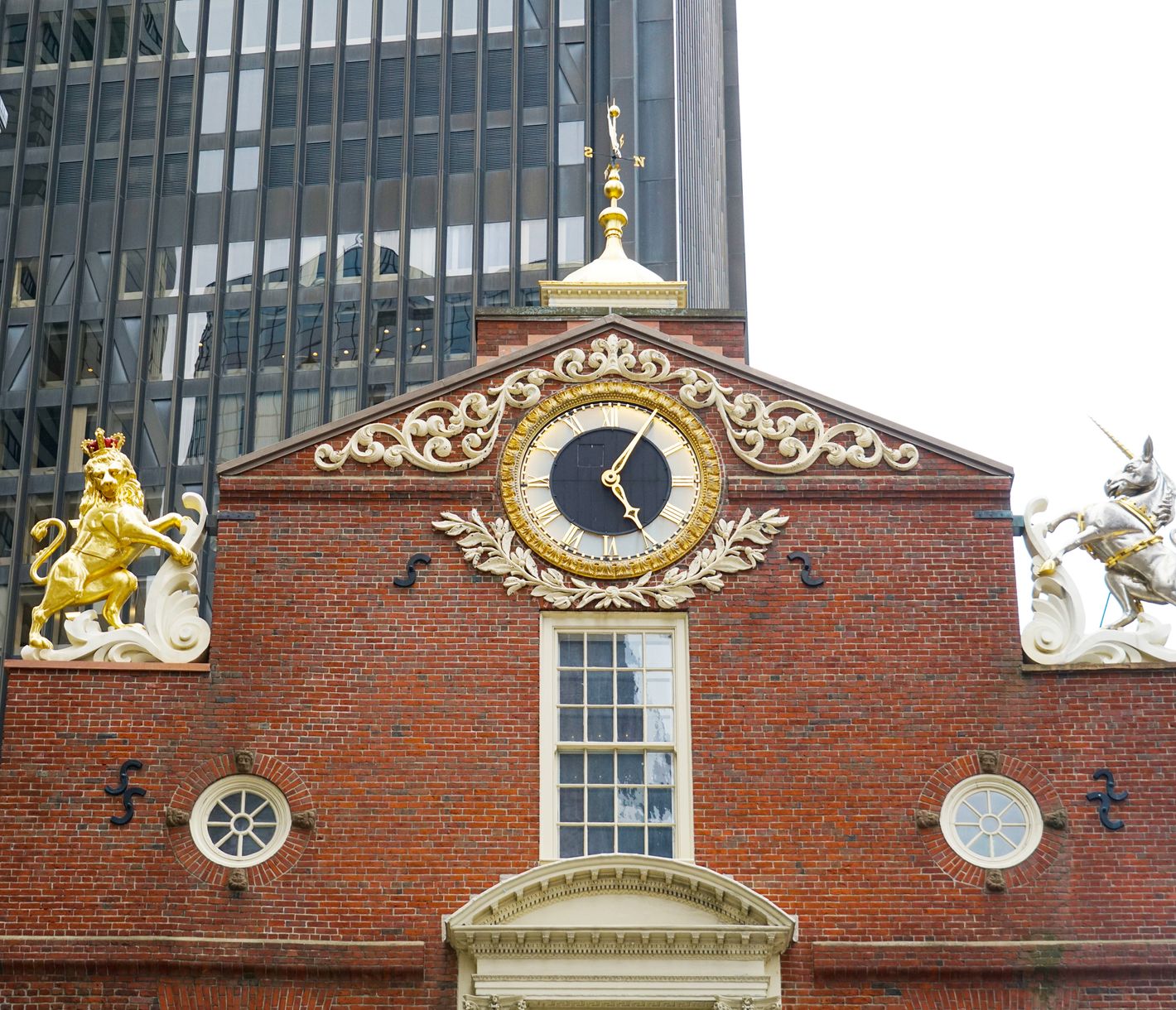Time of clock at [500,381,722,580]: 5:05
